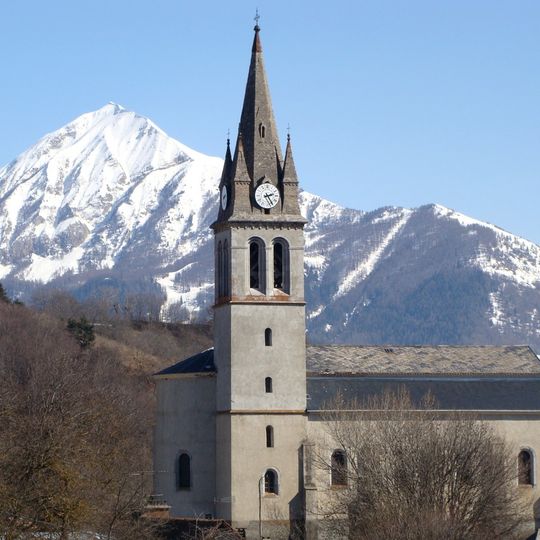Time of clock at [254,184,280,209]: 2:24
